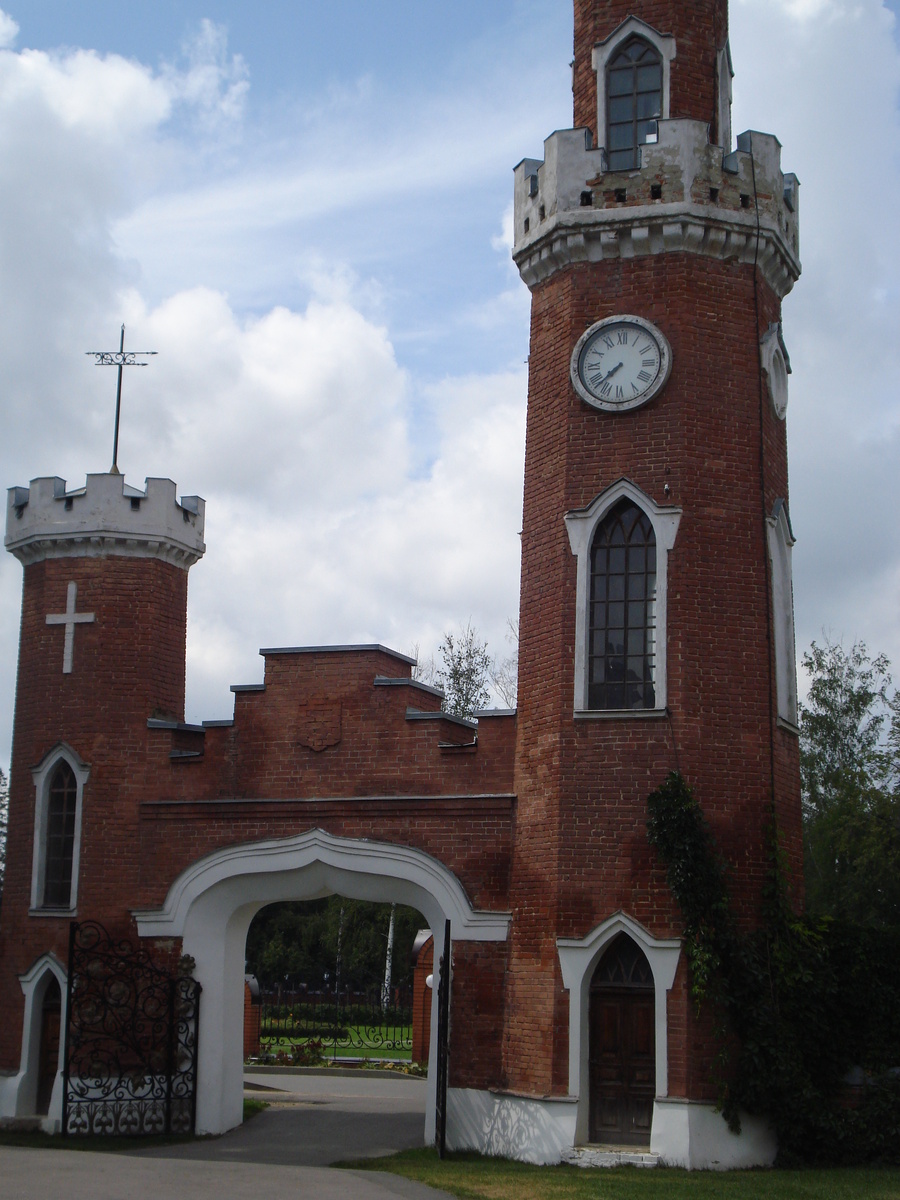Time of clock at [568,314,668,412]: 7:37
